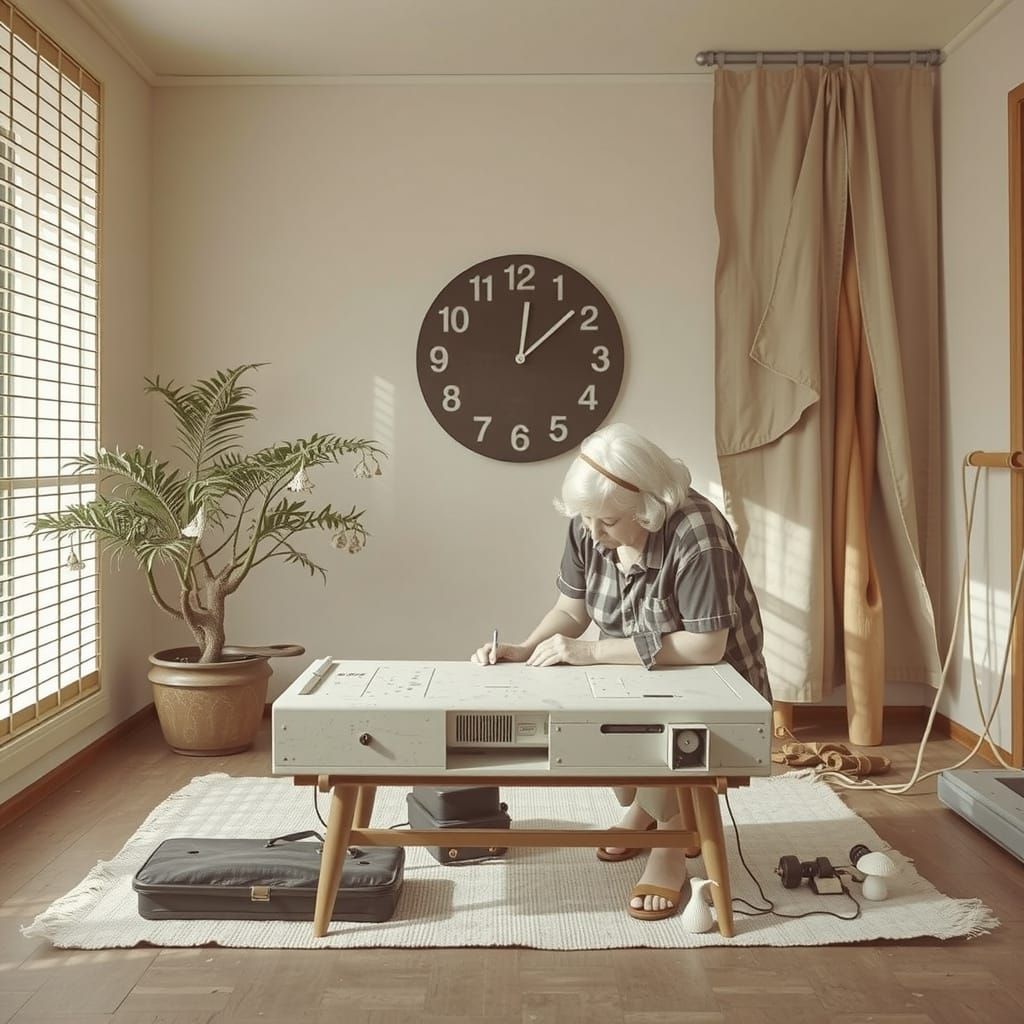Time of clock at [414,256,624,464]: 12:08
